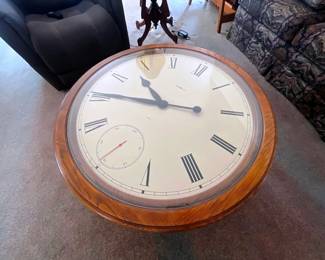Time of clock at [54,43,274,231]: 10:45
